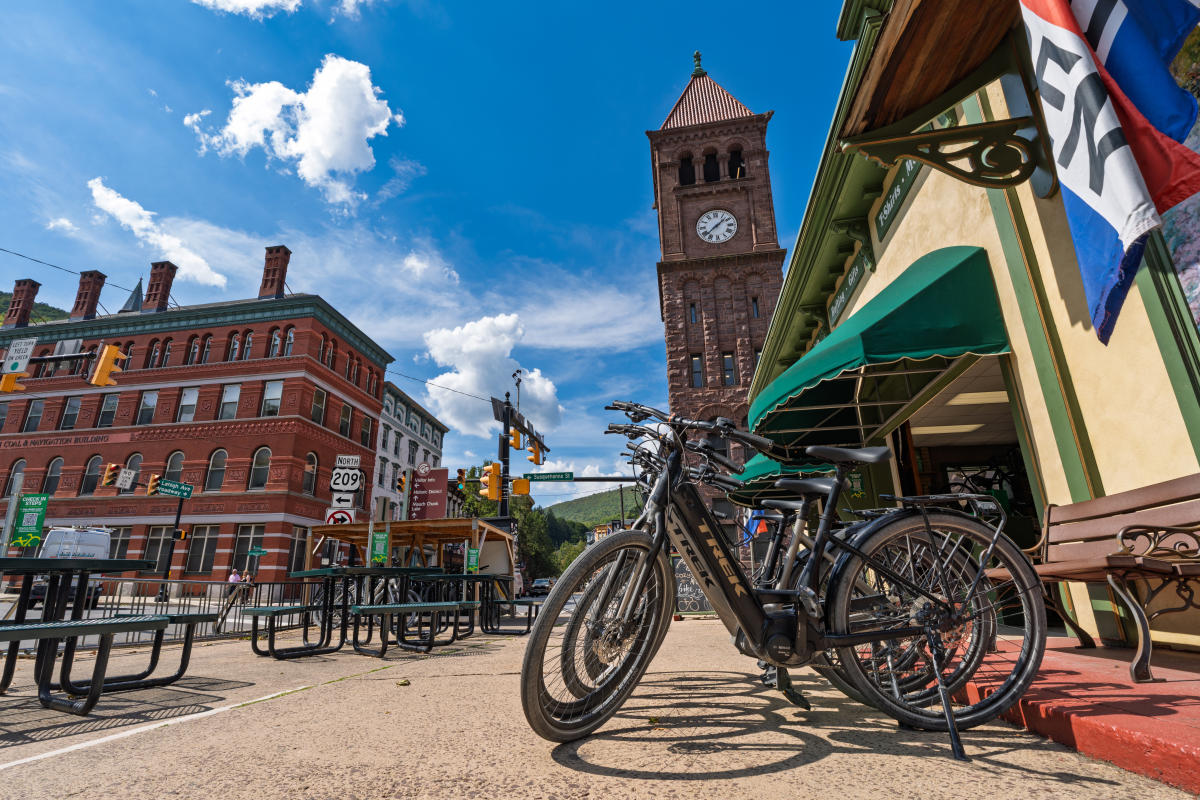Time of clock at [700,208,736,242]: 1:38
